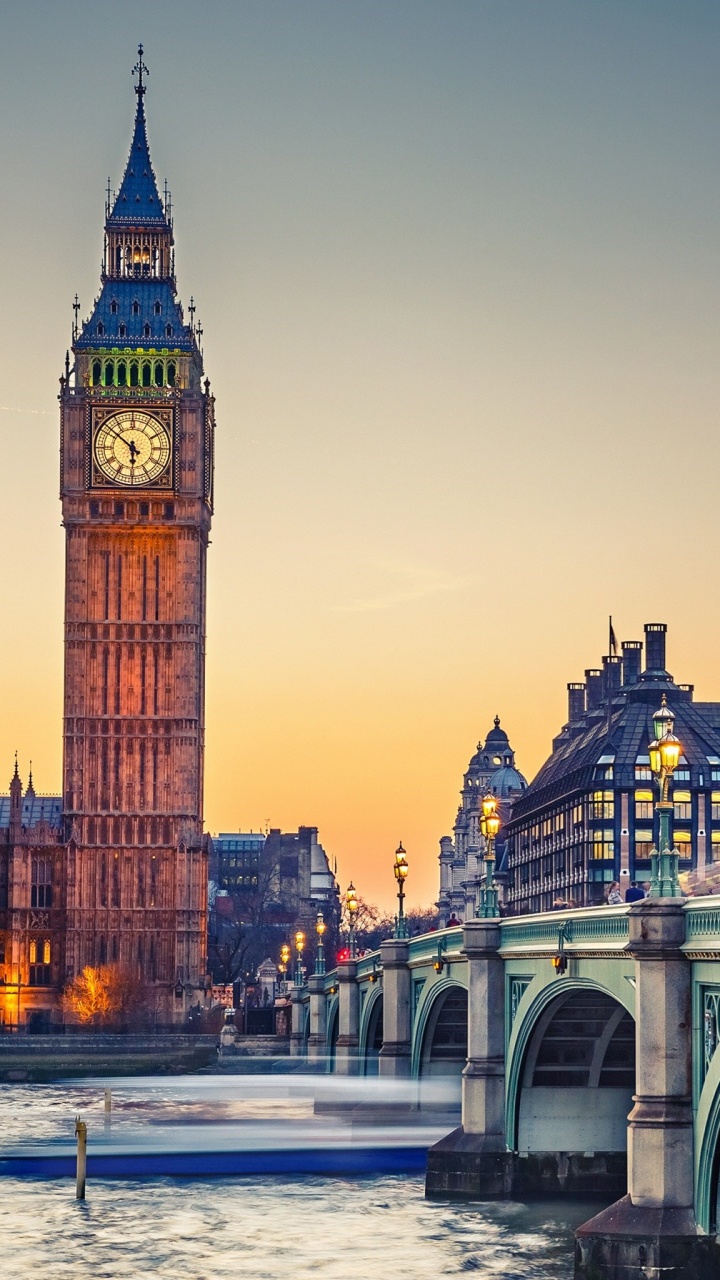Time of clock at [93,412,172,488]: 5:51
